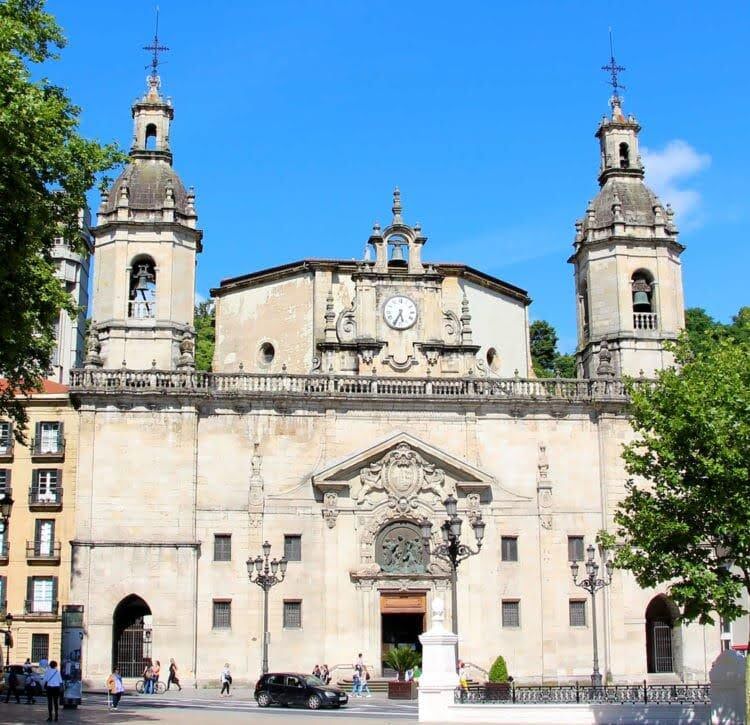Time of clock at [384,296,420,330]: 5:34
